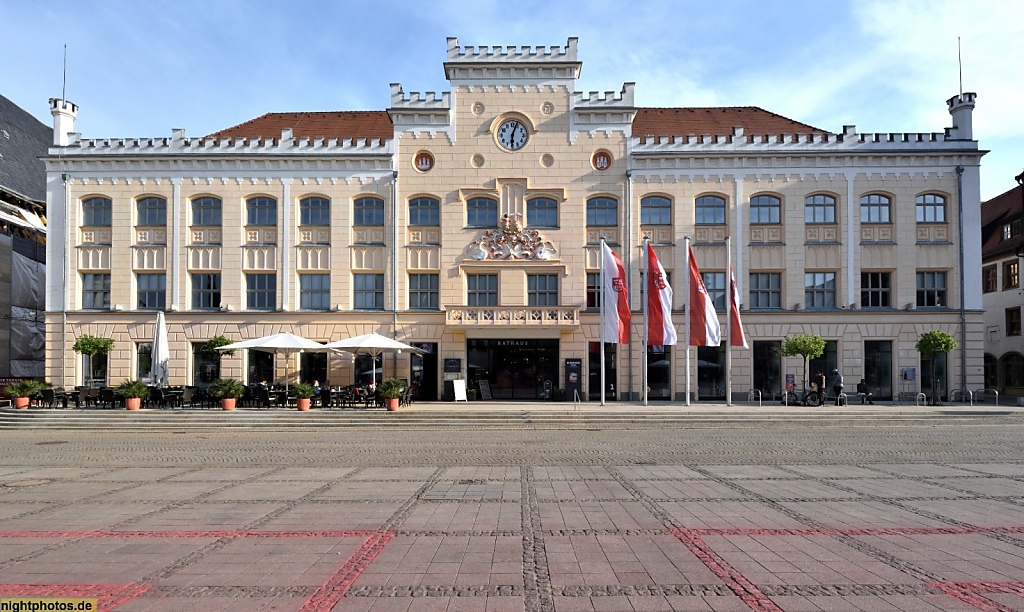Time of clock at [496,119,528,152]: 6:03
